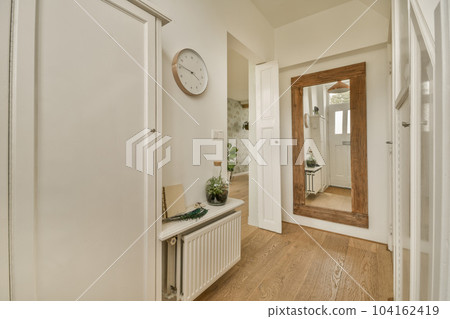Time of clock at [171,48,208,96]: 3:46
